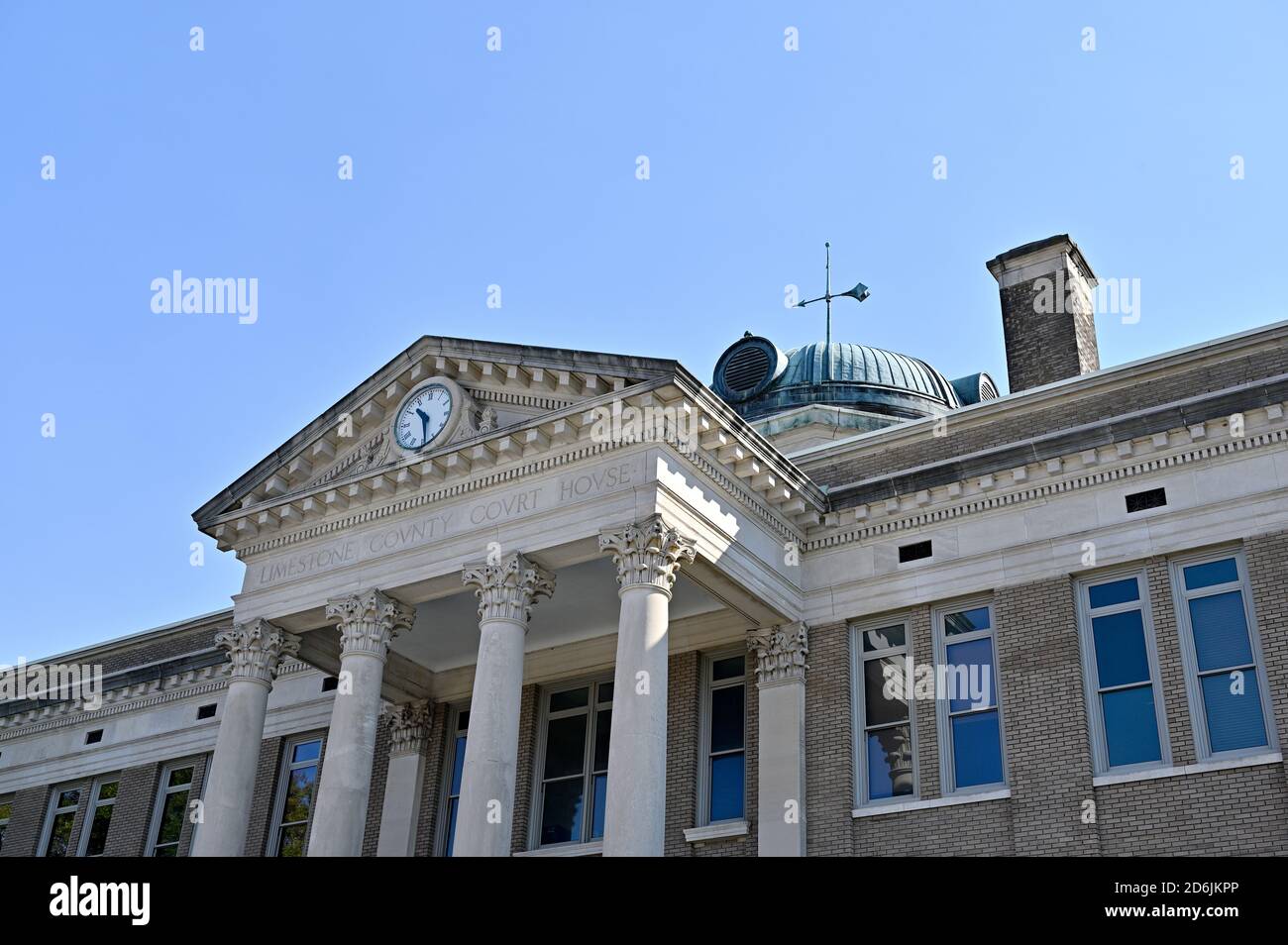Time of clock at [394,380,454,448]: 10:28
